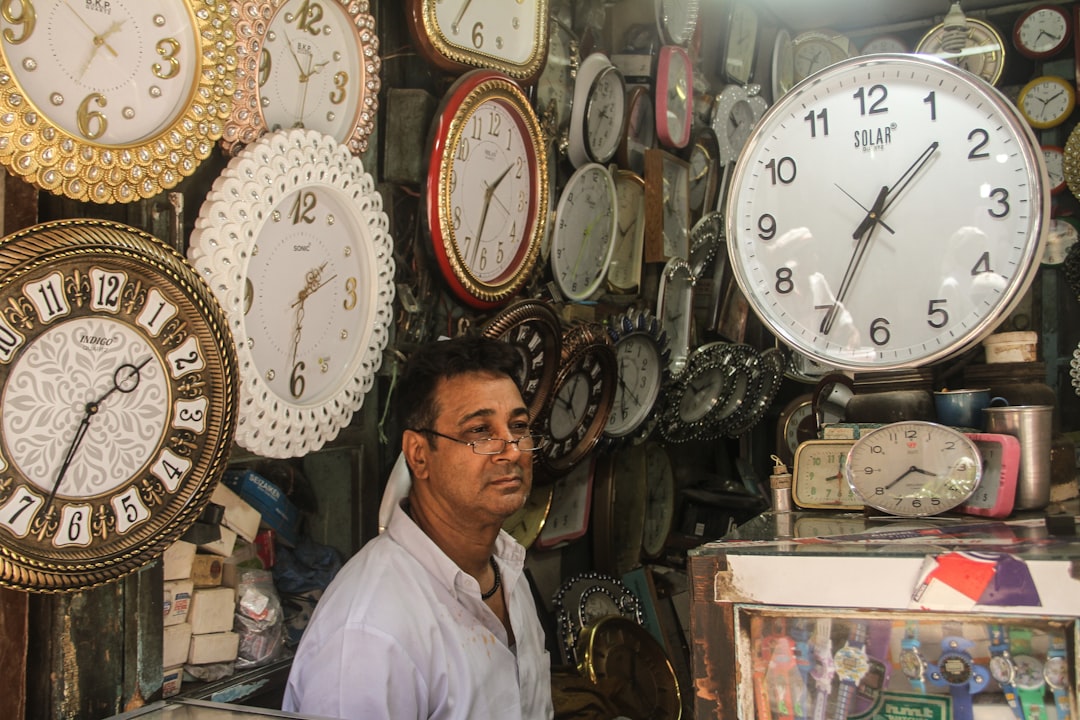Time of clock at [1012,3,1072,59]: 7:20
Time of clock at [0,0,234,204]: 1:33
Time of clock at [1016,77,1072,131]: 10:10
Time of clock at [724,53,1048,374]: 1:34
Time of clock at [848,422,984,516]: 3:39
